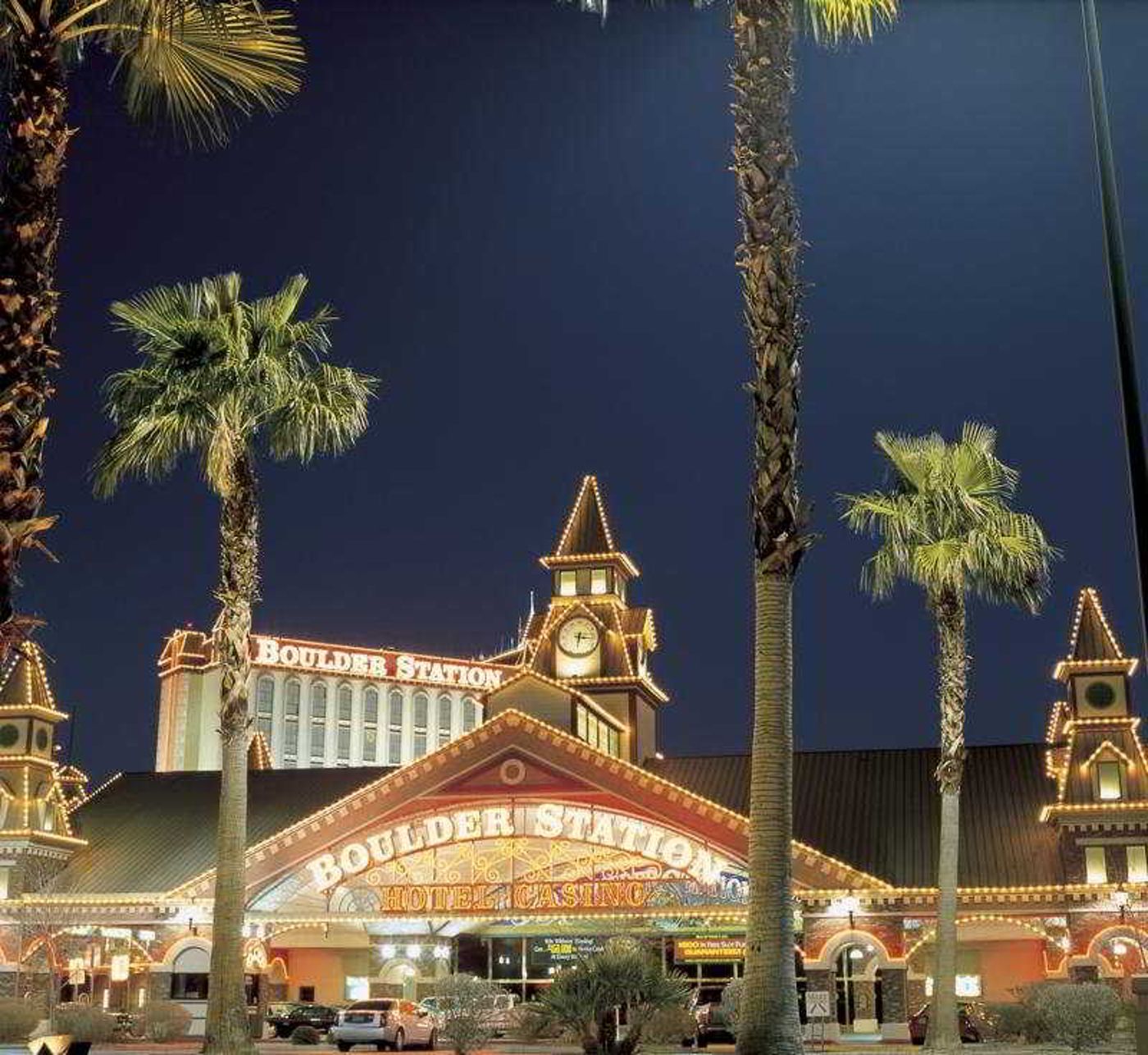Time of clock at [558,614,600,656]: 6:15
